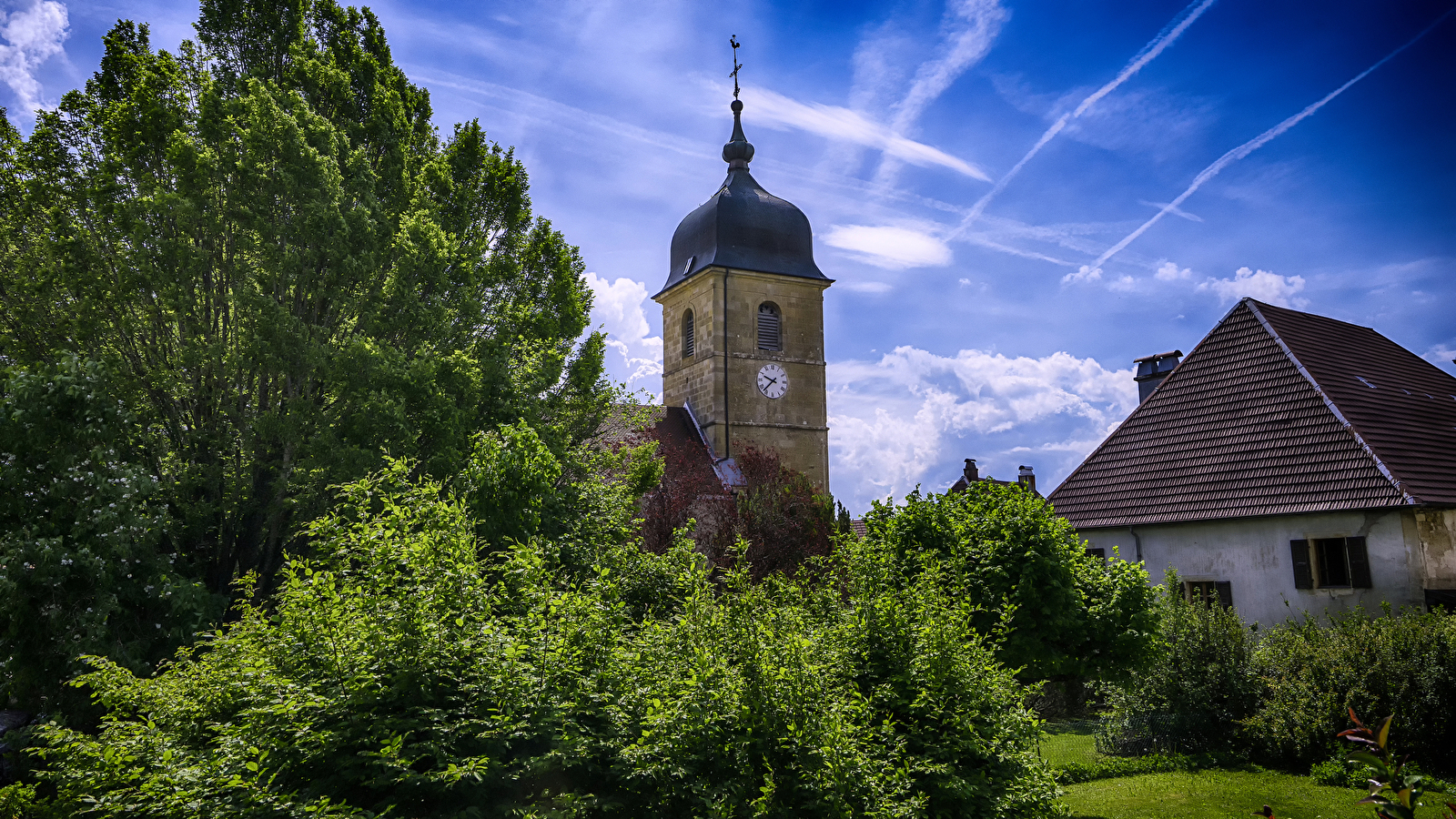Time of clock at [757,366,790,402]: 9:37
